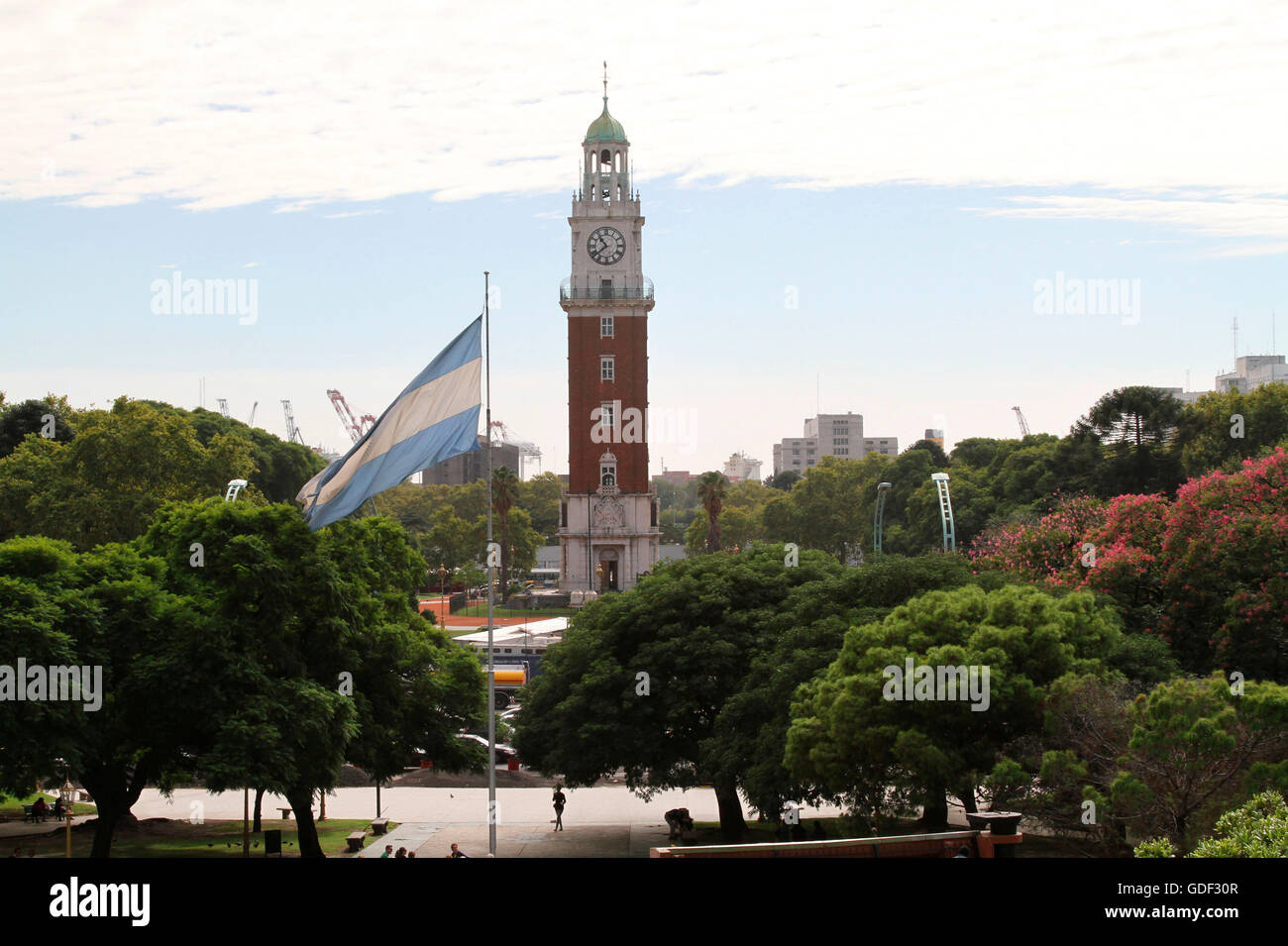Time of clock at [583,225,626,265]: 10:38
